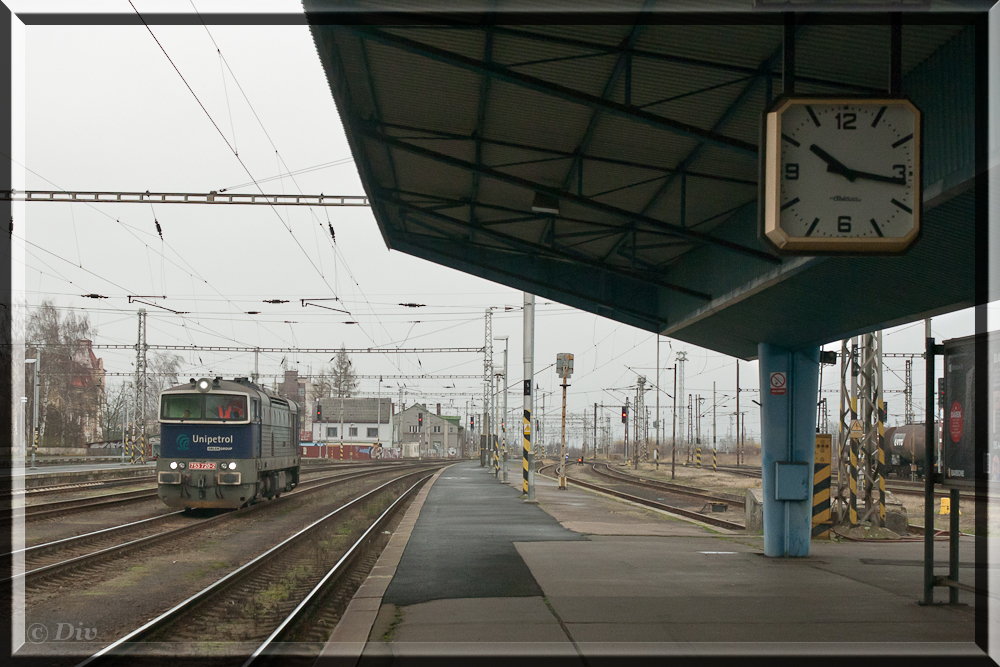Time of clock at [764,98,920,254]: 10:16
